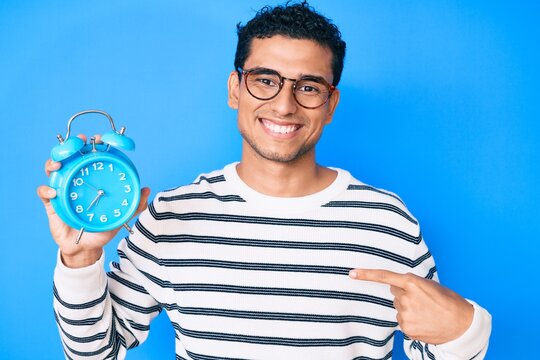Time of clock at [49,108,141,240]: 7:37
